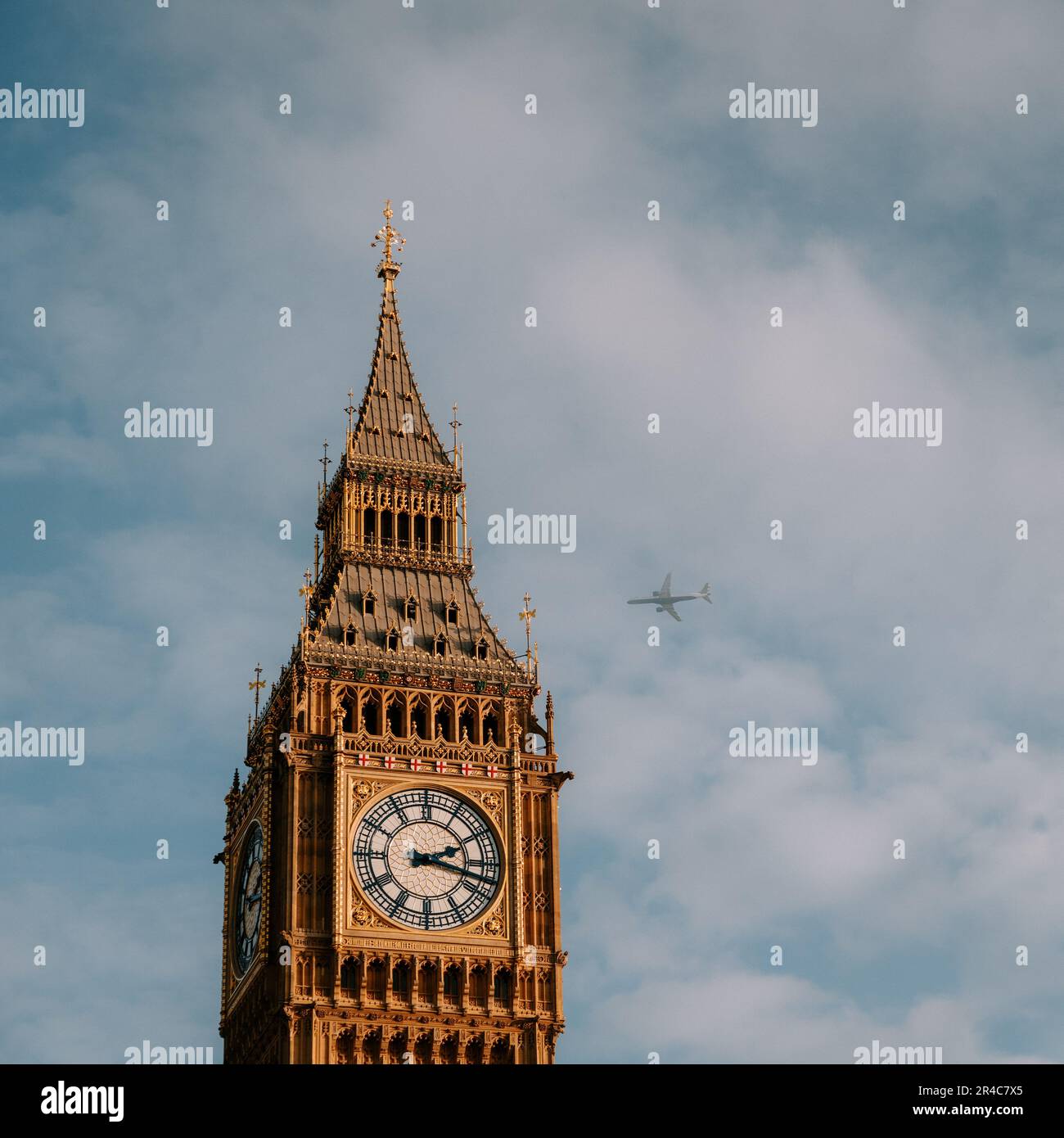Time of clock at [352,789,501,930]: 2:17
